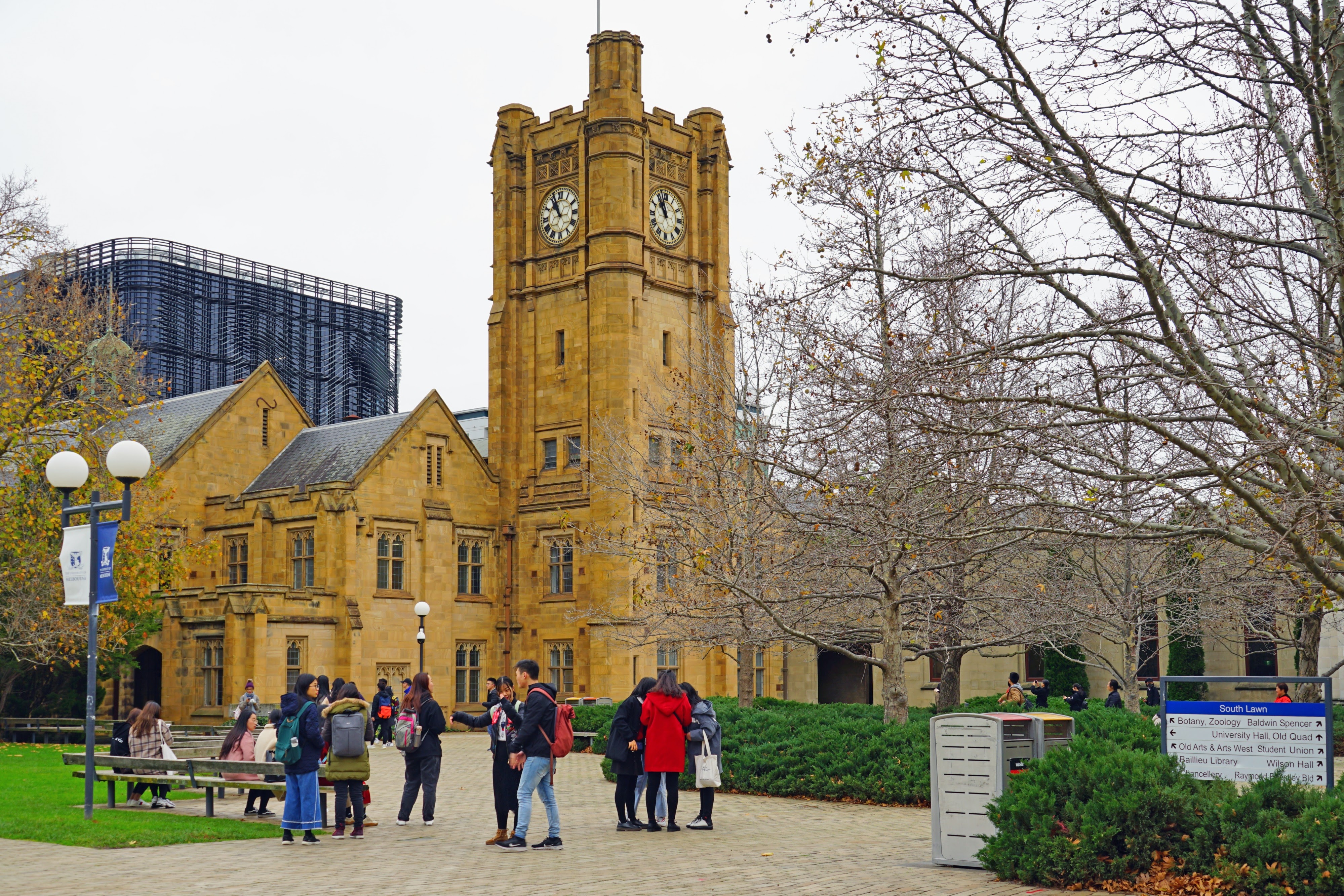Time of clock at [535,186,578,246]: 10:56
